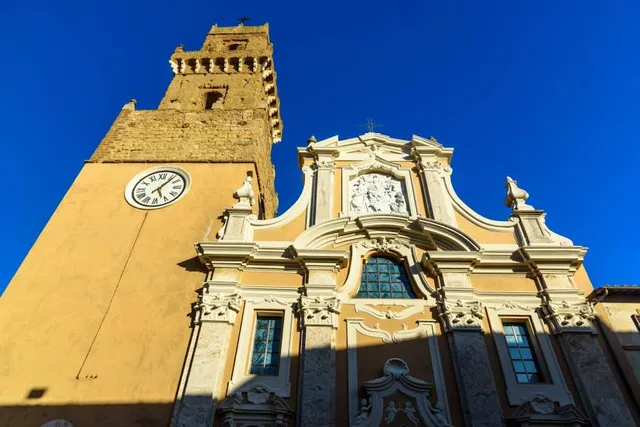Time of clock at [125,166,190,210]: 5:06
